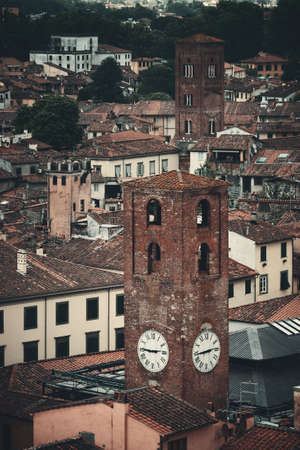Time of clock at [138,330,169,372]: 2:45
